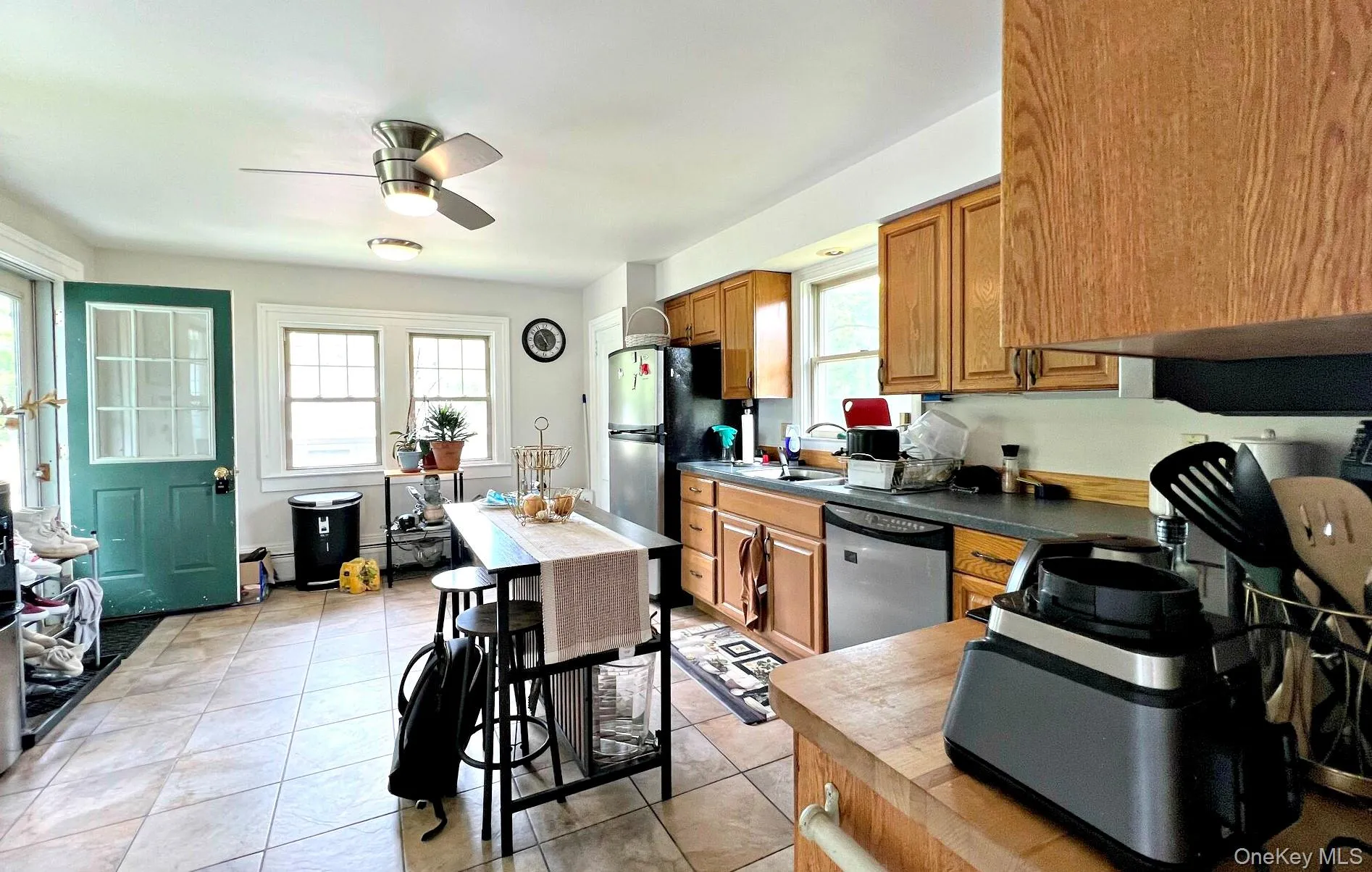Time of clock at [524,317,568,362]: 5:54
